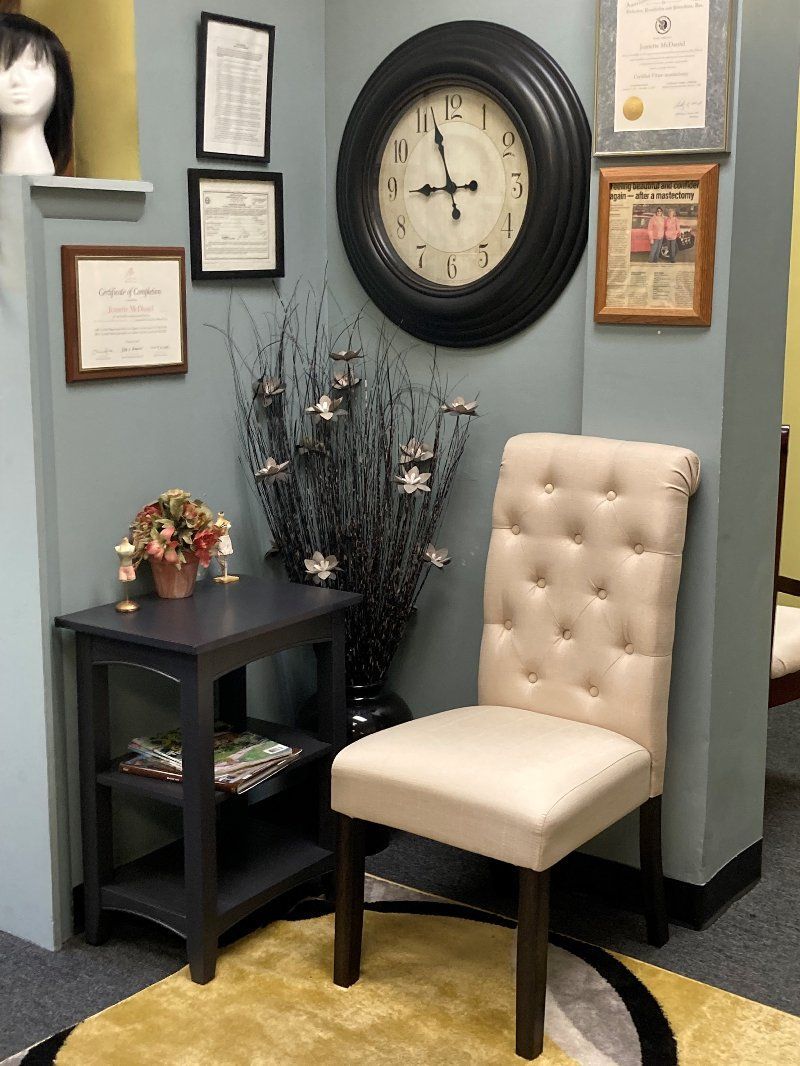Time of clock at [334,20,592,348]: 8:57
